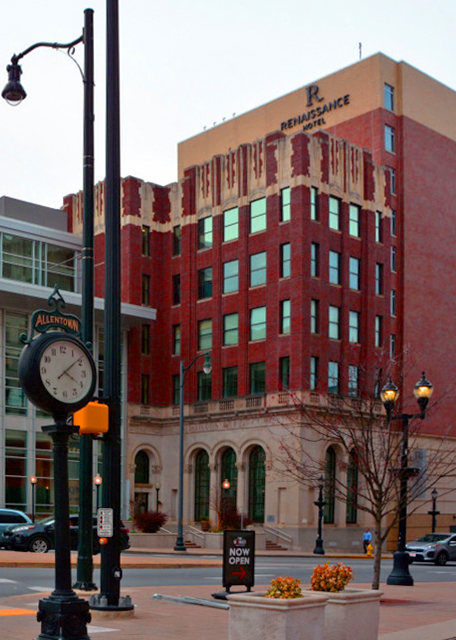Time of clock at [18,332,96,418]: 4:08
